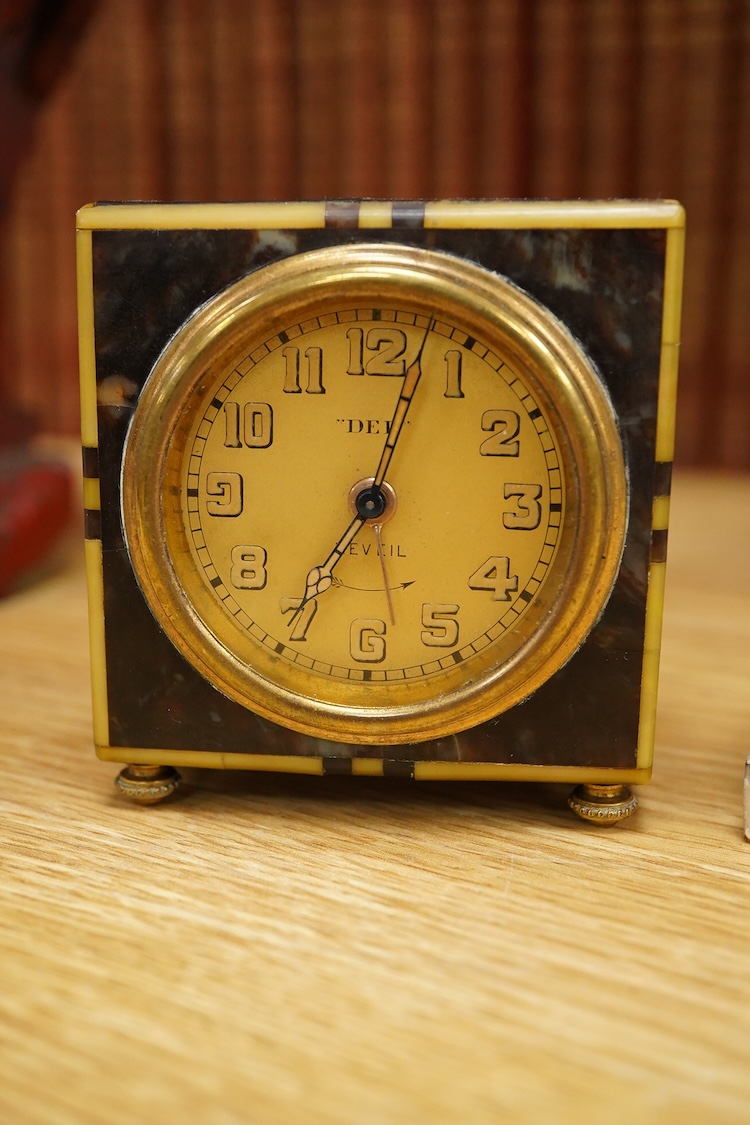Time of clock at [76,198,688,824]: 7:03
